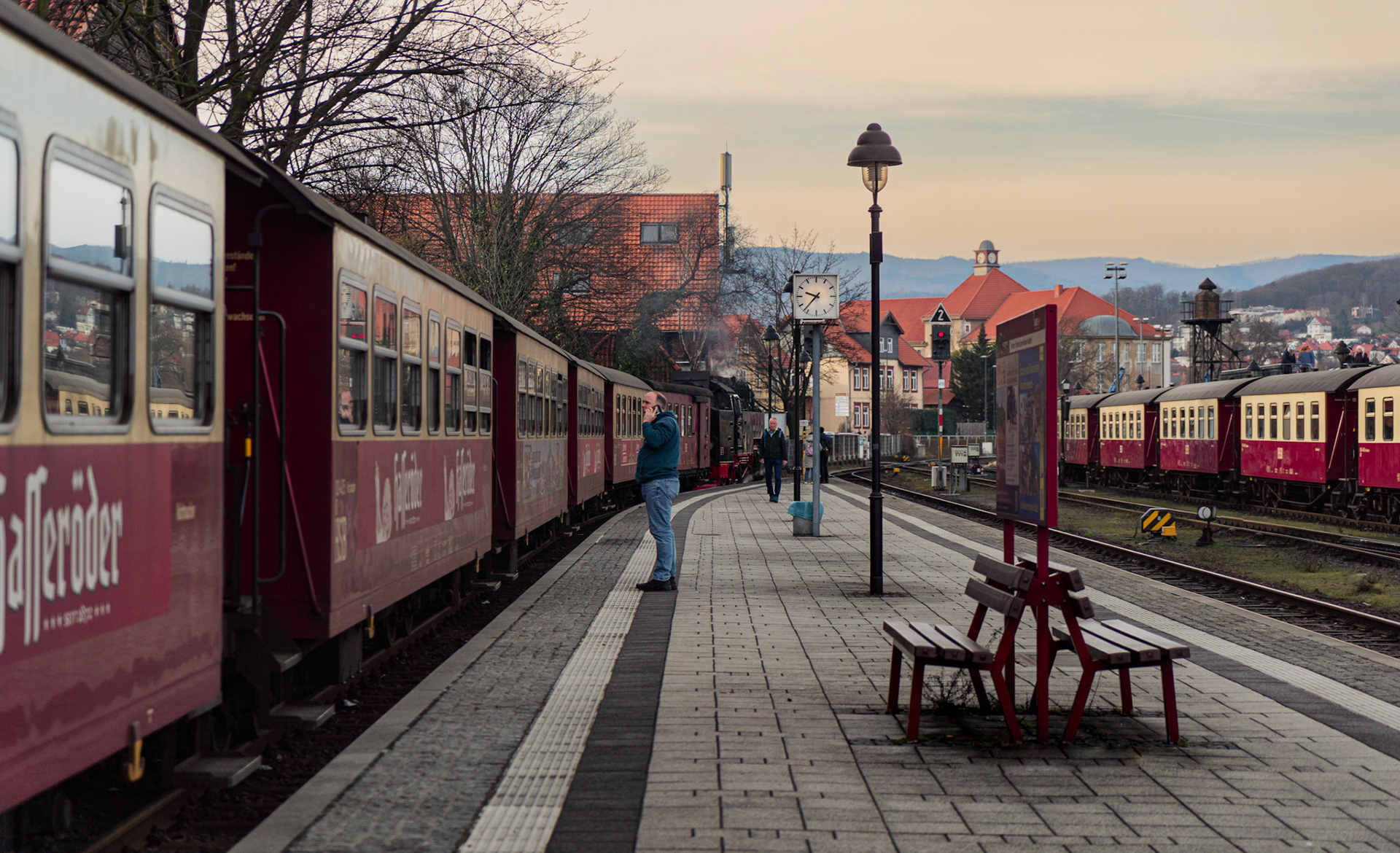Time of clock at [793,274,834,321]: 9:36
